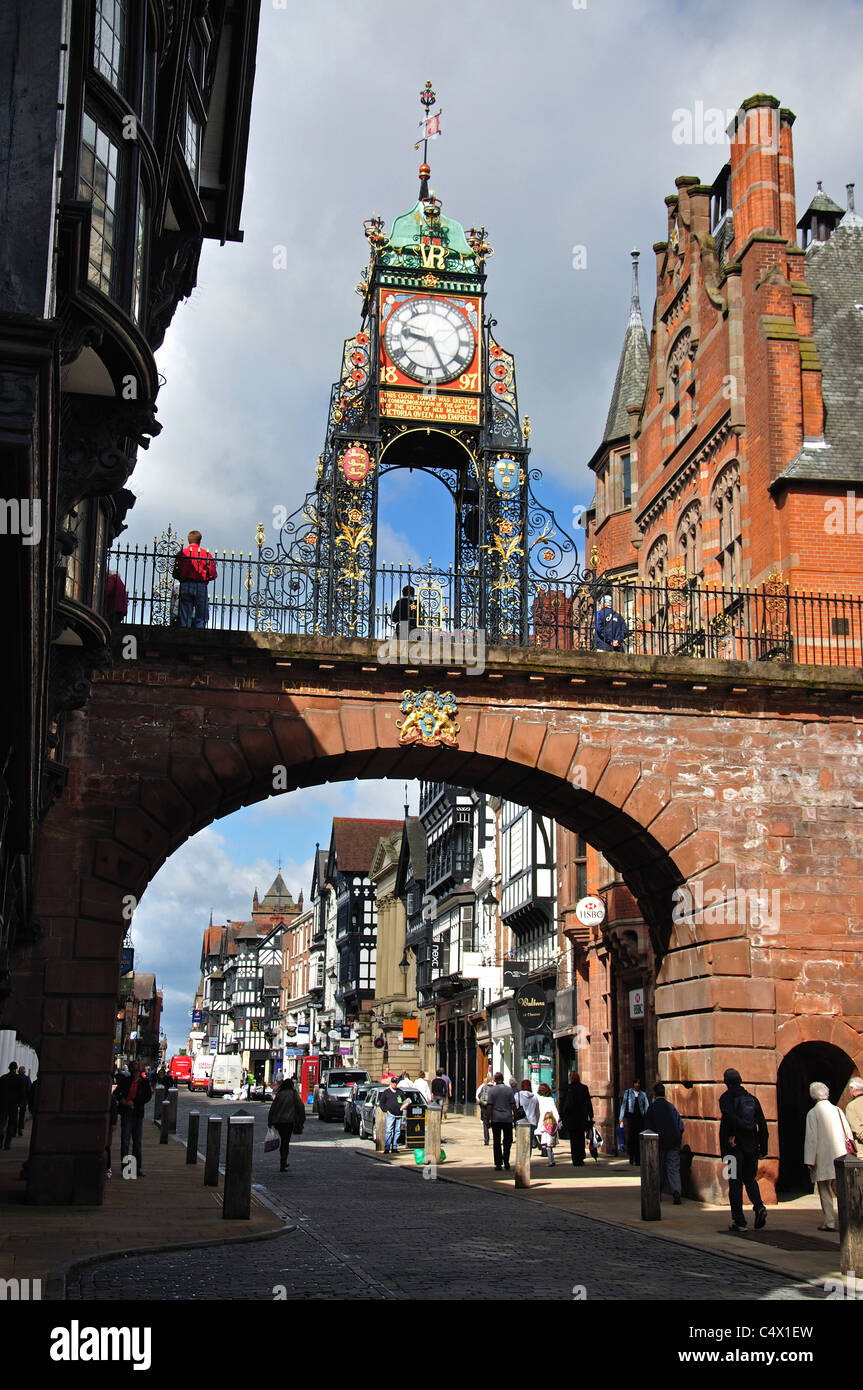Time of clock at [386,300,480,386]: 9:25
